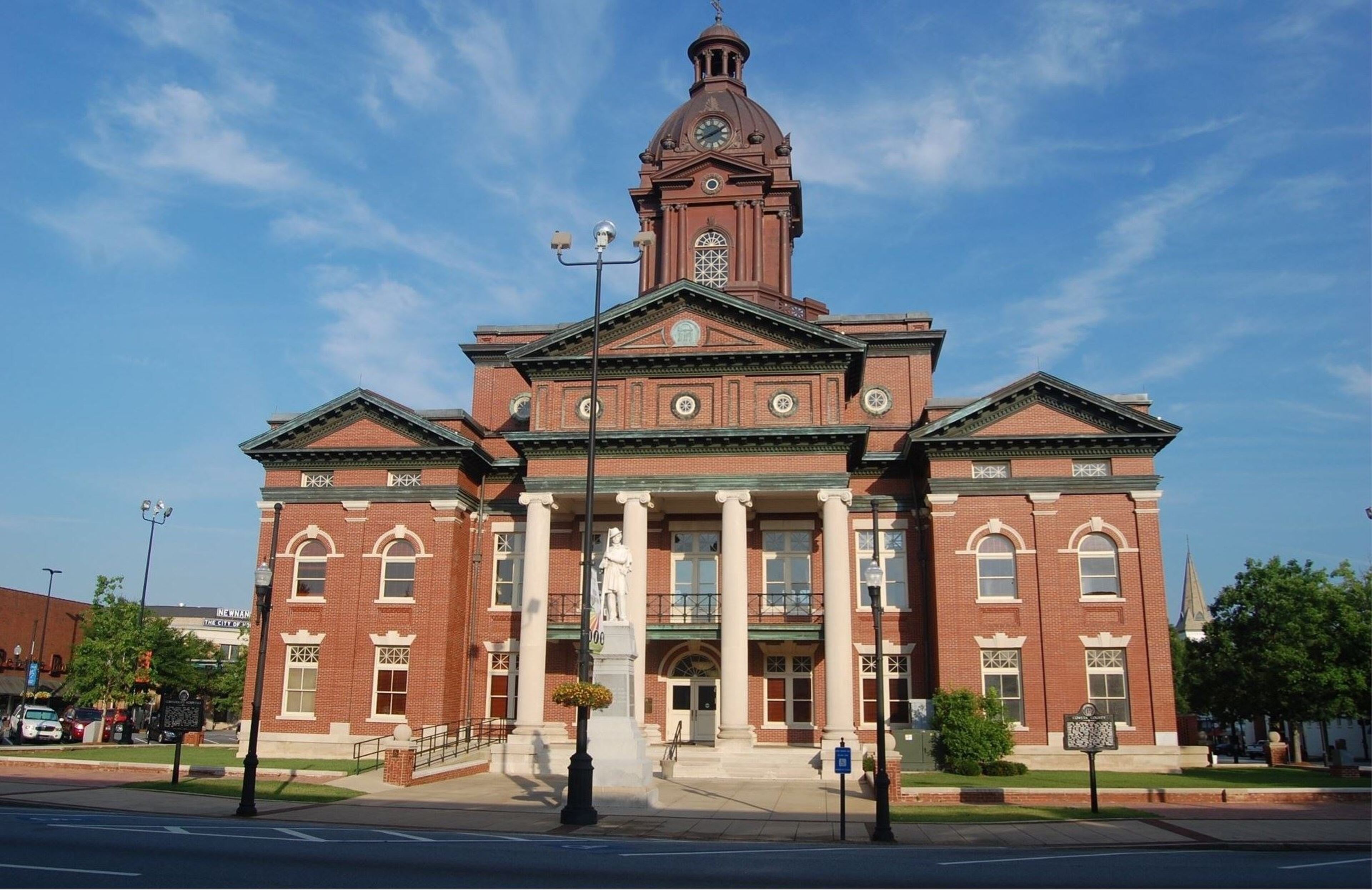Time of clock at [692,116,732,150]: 8:09
